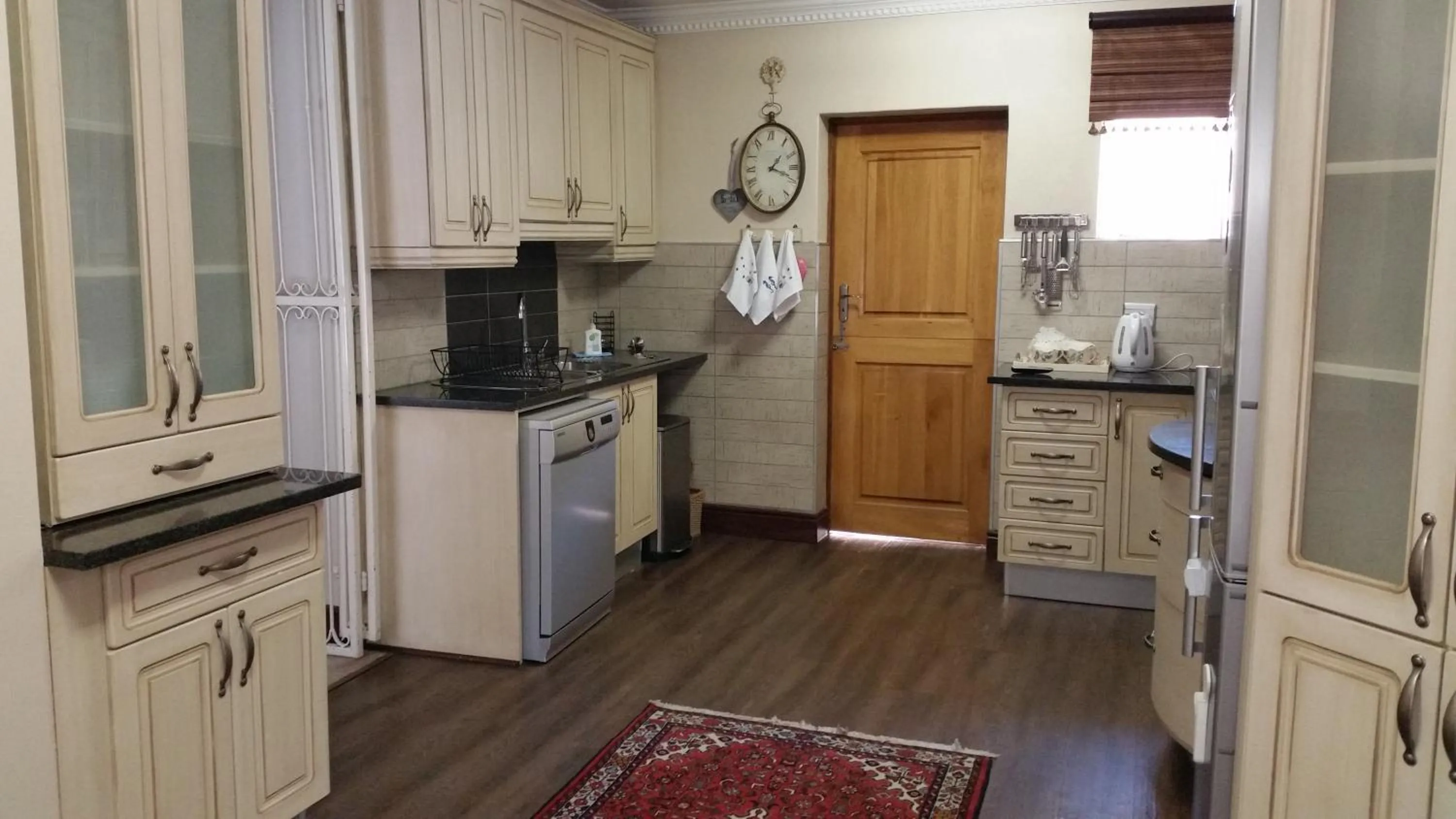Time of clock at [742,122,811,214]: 1:18
